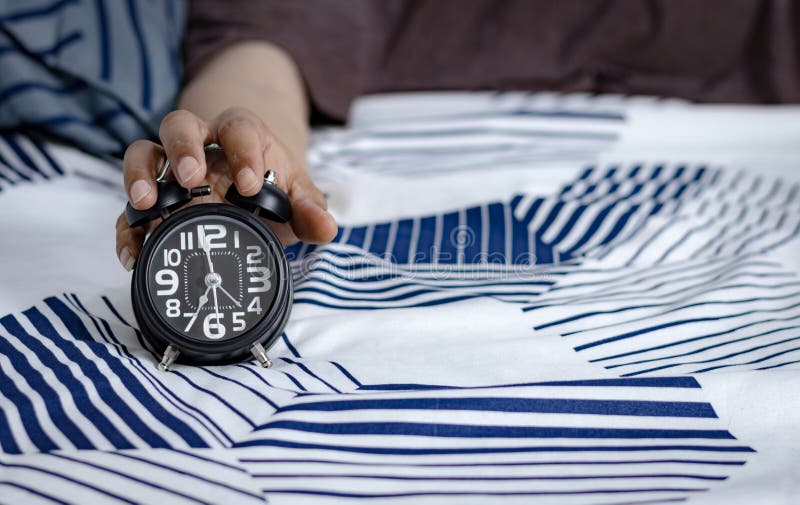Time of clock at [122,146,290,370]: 6:58
